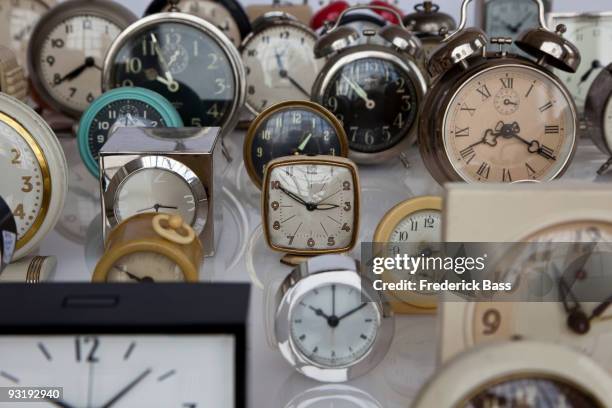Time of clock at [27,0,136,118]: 7:39
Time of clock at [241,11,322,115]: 11:21
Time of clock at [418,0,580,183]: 8:20
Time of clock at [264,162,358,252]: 2:50
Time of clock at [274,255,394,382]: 10:10
